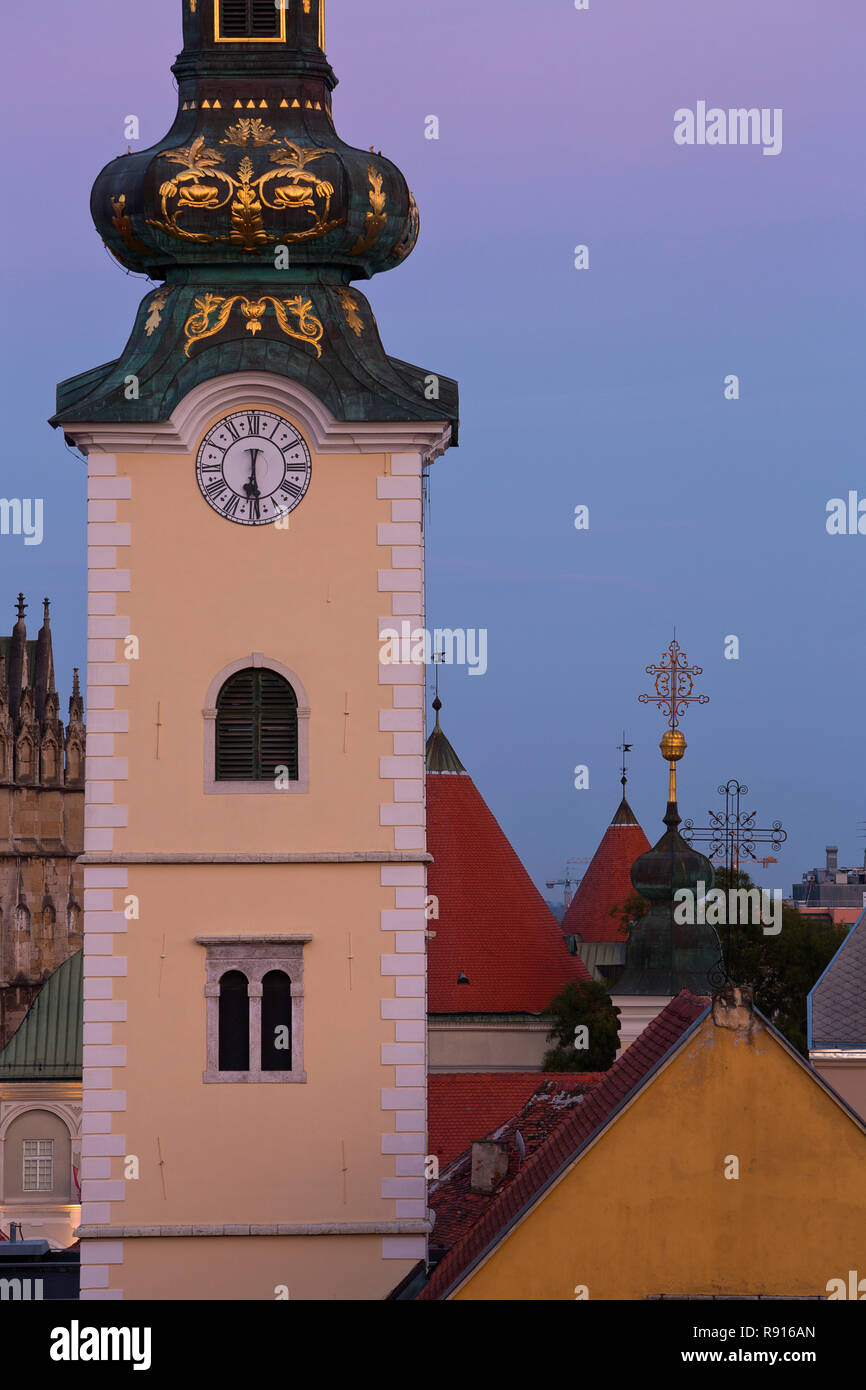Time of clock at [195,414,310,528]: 6:29
